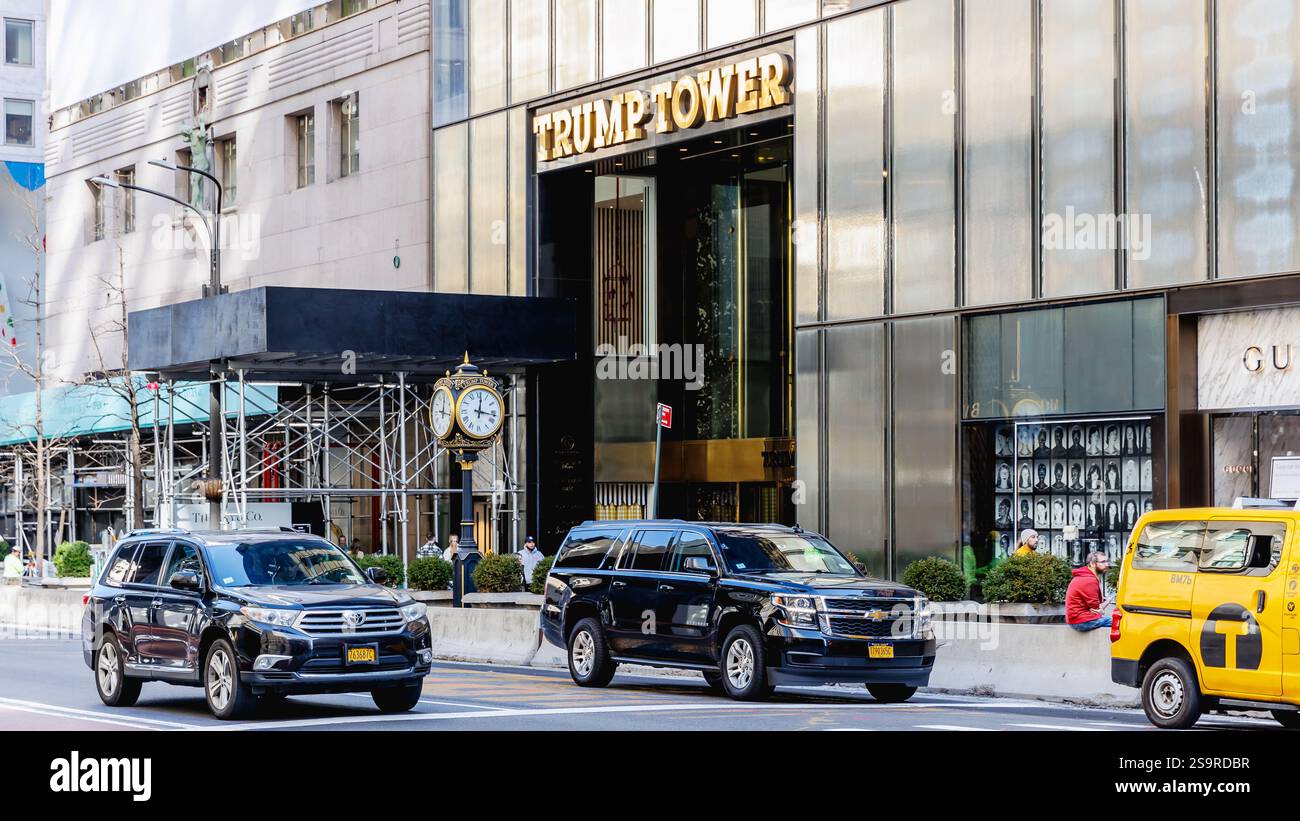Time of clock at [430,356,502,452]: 12:16
